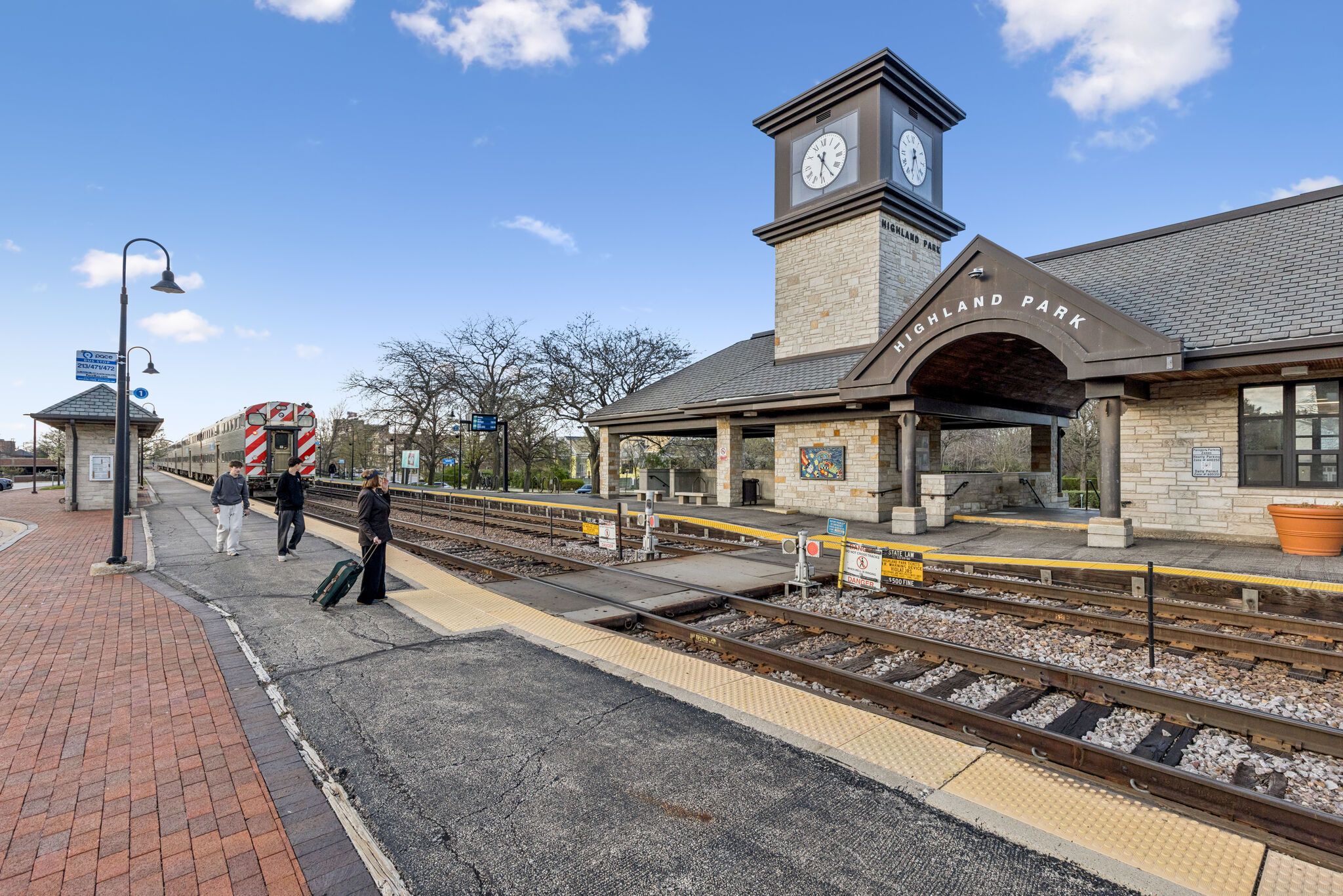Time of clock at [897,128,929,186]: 11:32
